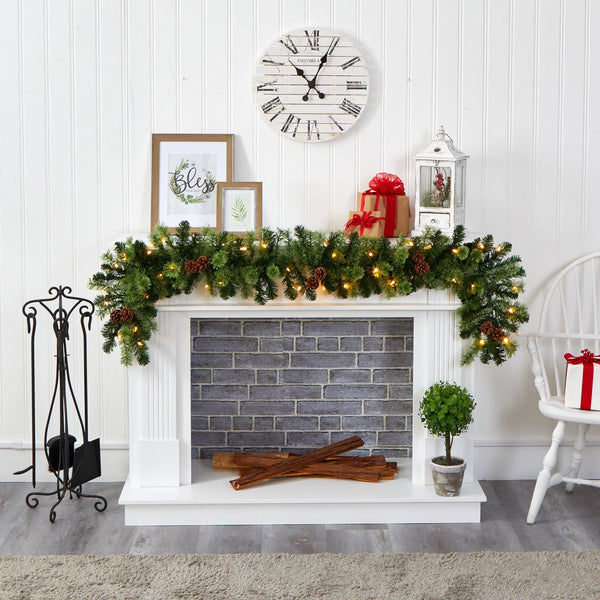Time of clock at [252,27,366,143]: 12:52
